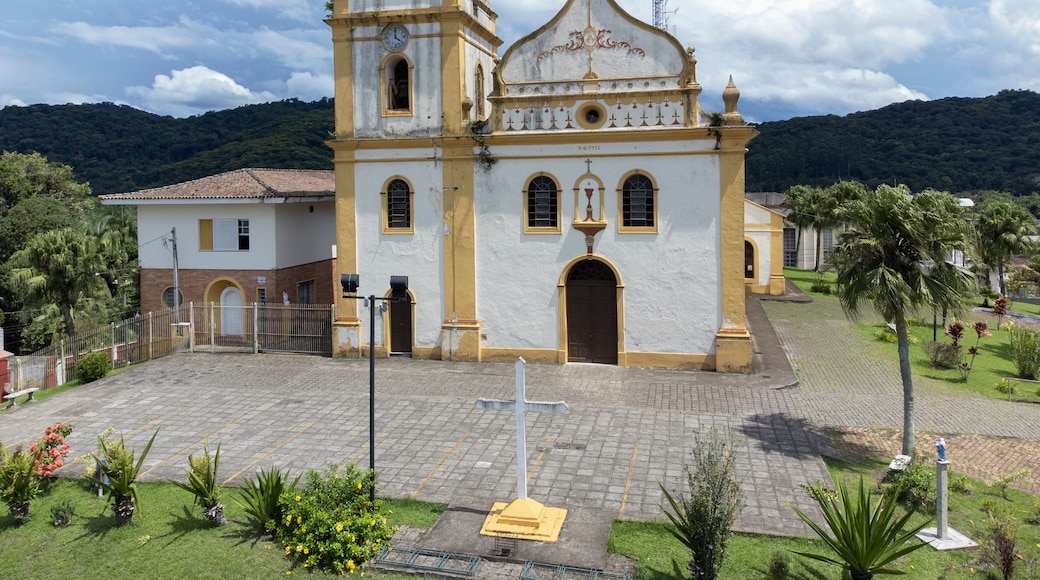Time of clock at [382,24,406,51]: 4:00
